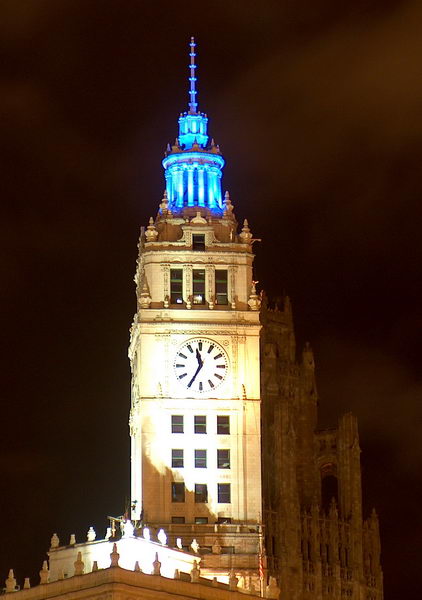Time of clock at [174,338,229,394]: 11:35
